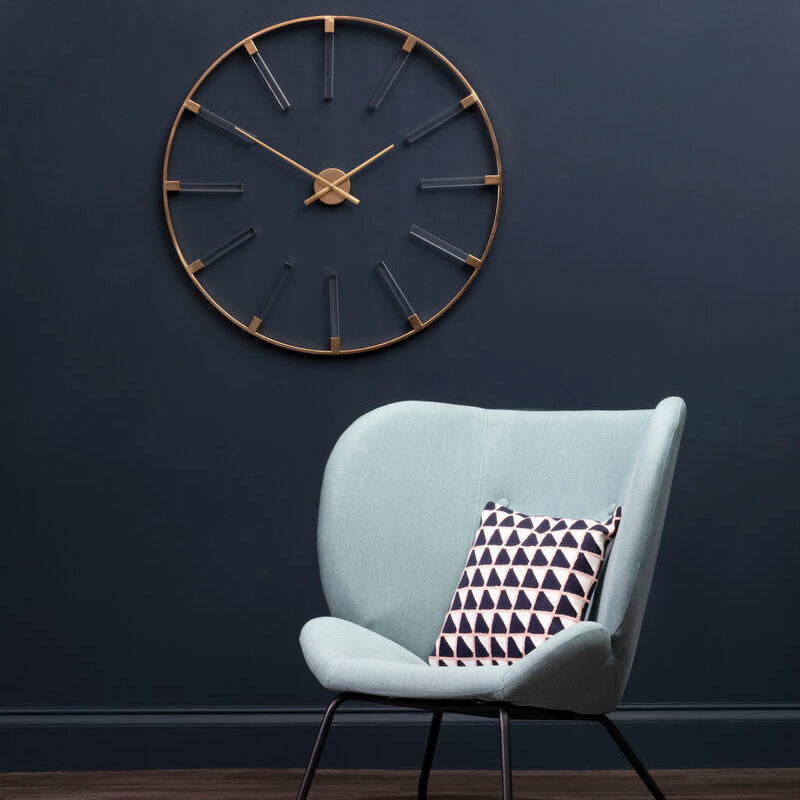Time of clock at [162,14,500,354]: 1:50
